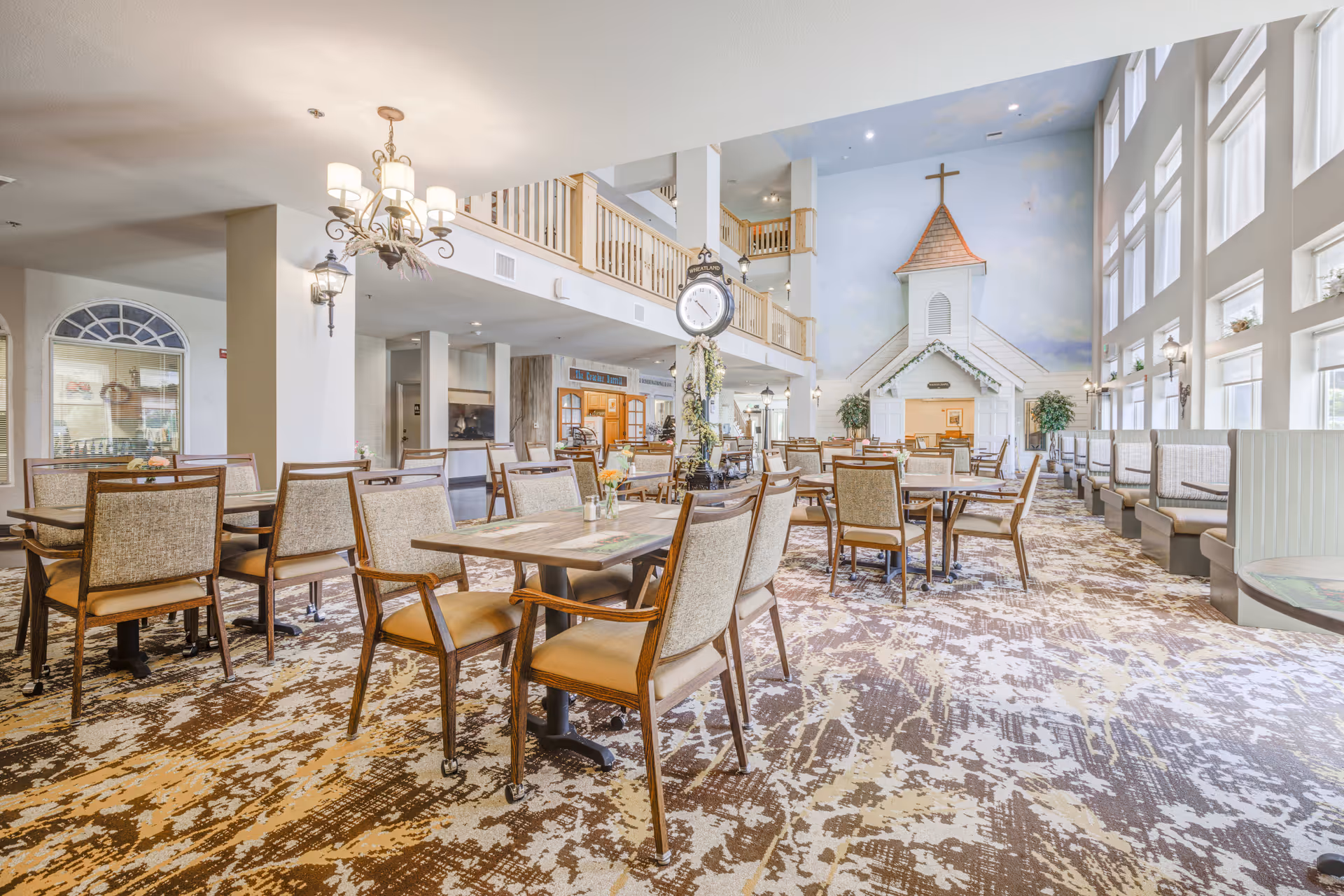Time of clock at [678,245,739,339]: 10:23
